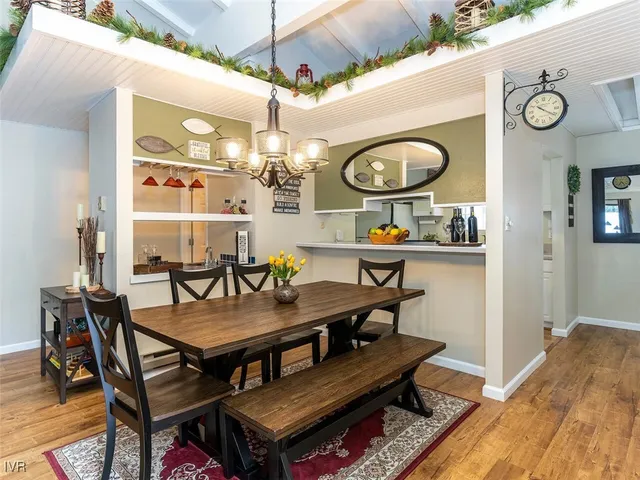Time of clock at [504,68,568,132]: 10:20
